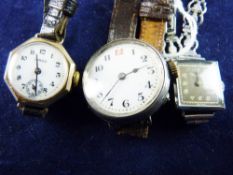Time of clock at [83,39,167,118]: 2:37
